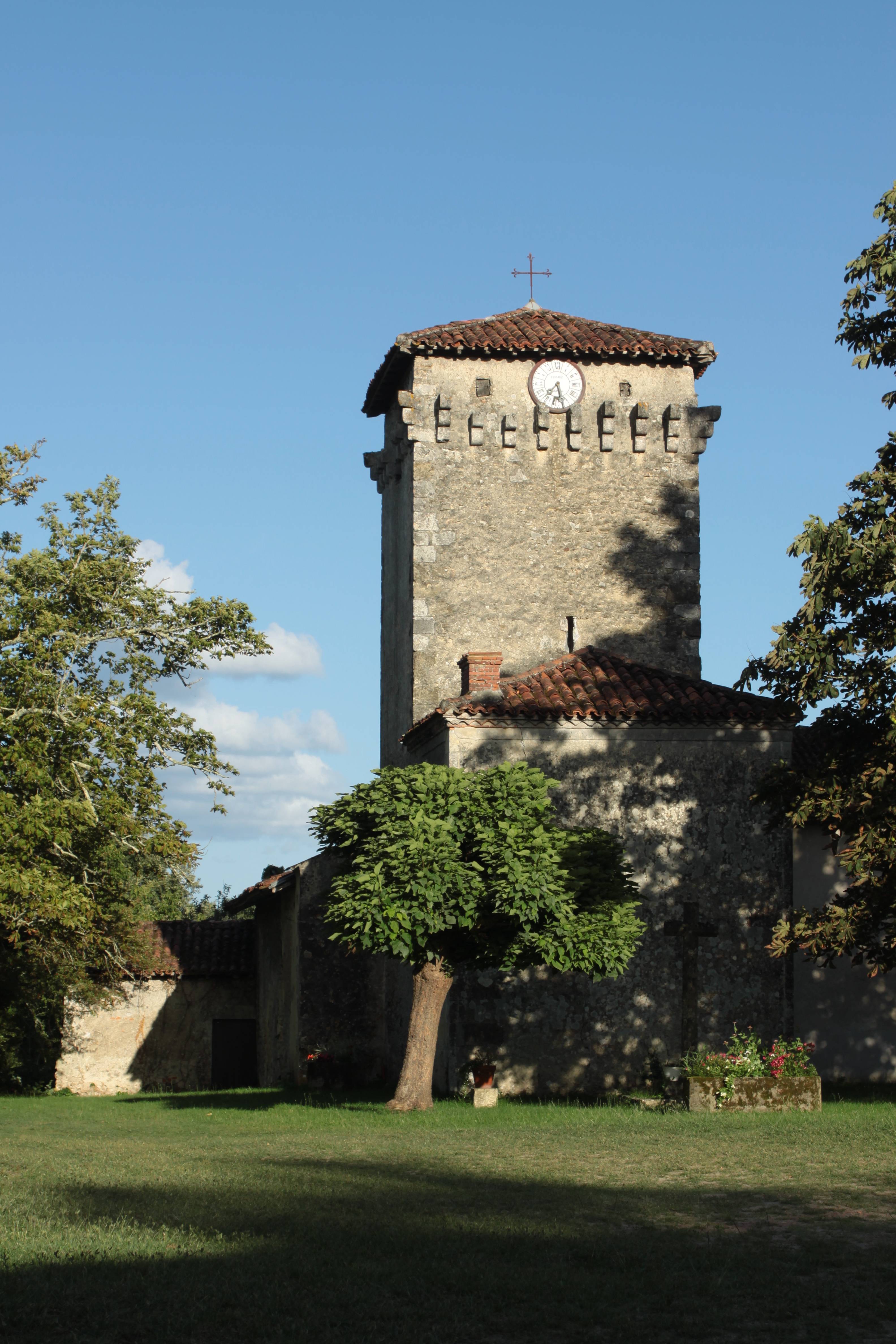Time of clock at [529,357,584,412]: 7:27
